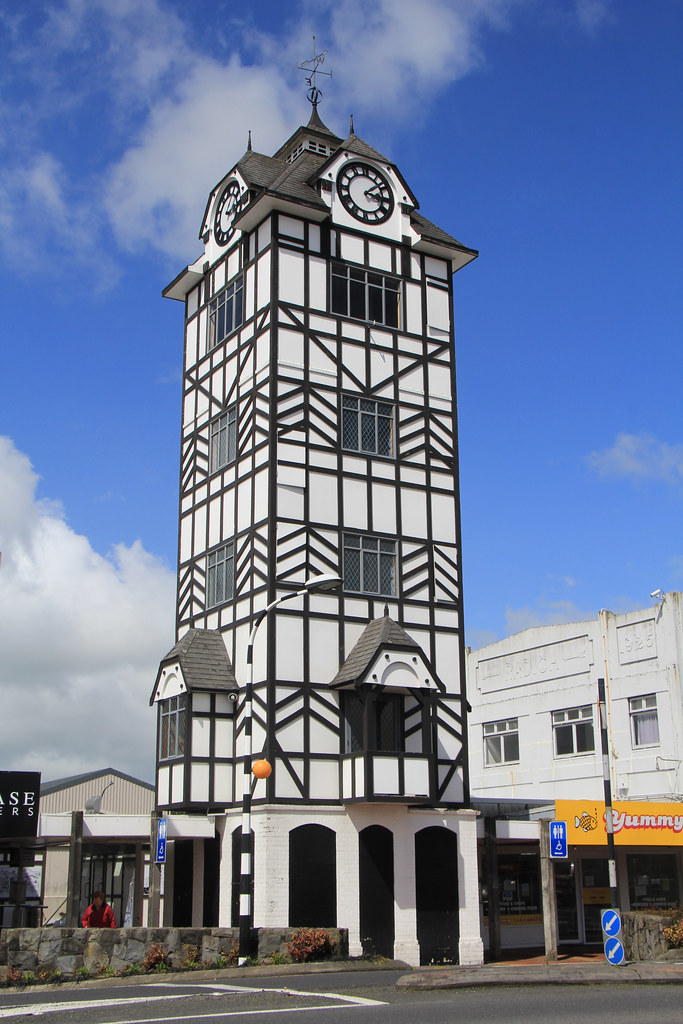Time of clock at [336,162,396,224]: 3:08
